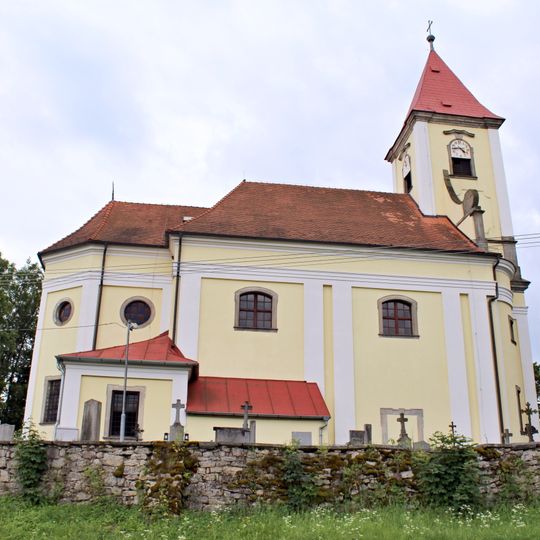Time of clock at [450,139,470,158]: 4:44
